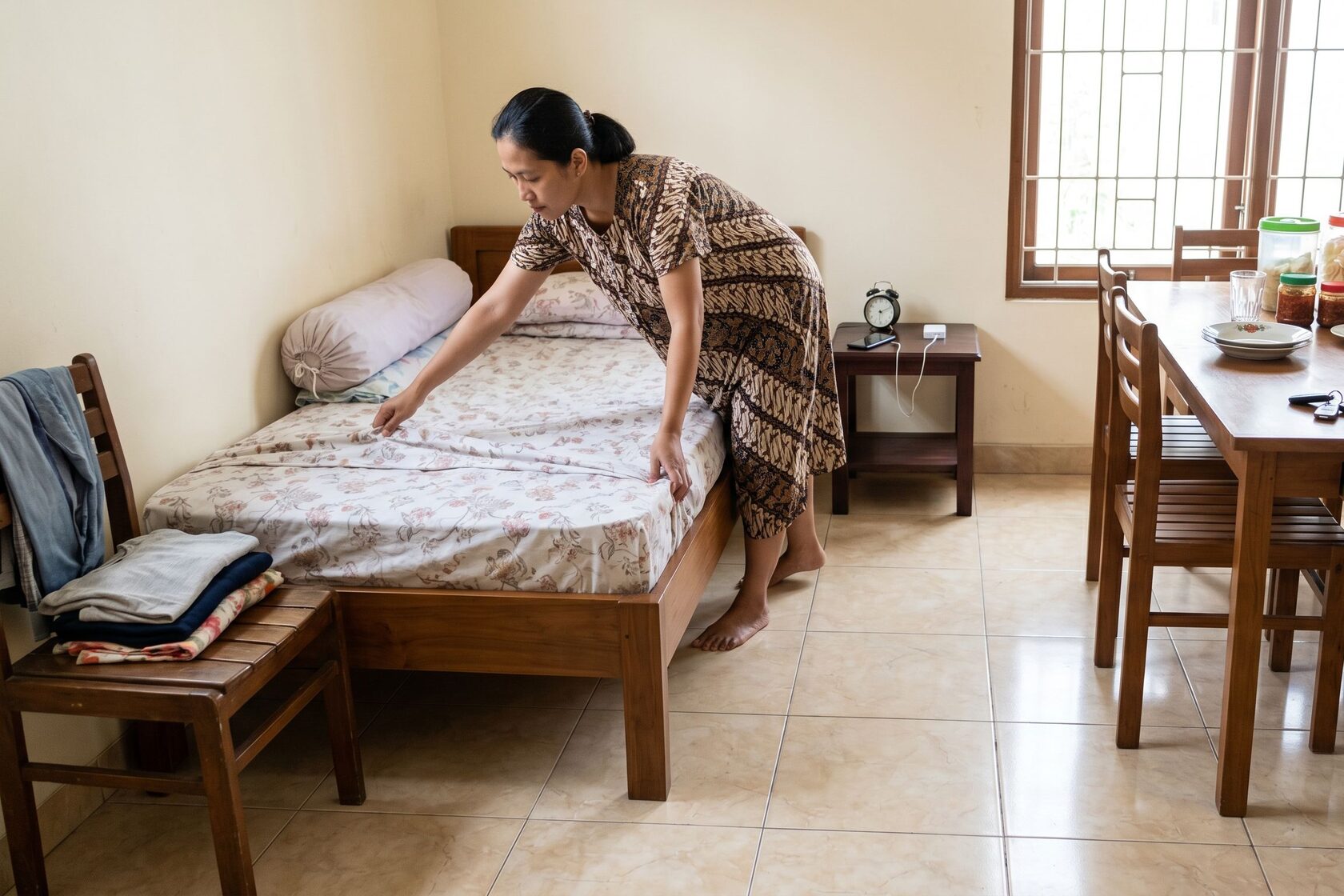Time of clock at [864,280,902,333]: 2:11
